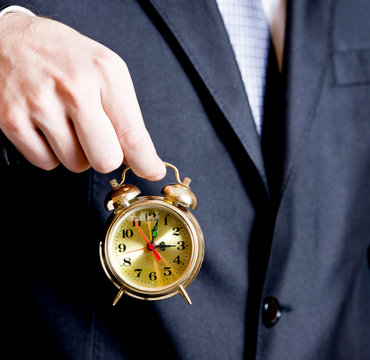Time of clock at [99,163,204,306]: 3:02
